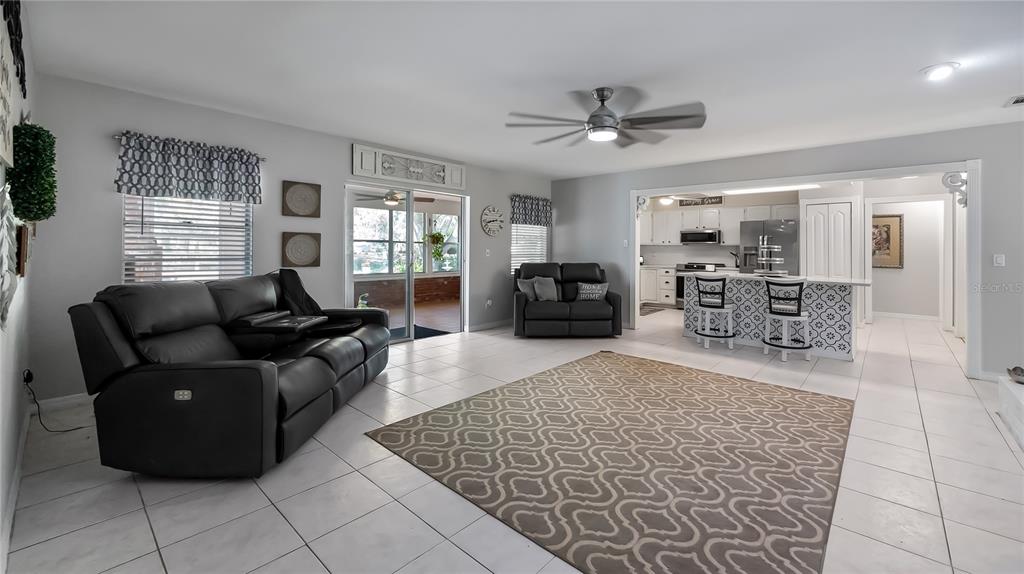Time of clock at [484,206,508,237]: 2:42
